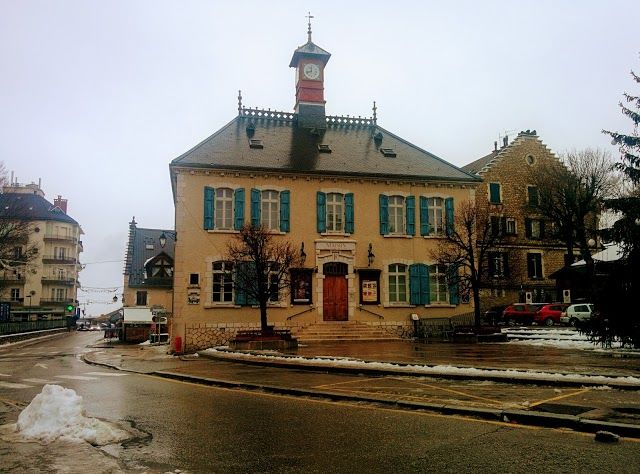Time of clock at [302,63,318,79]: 11:42
